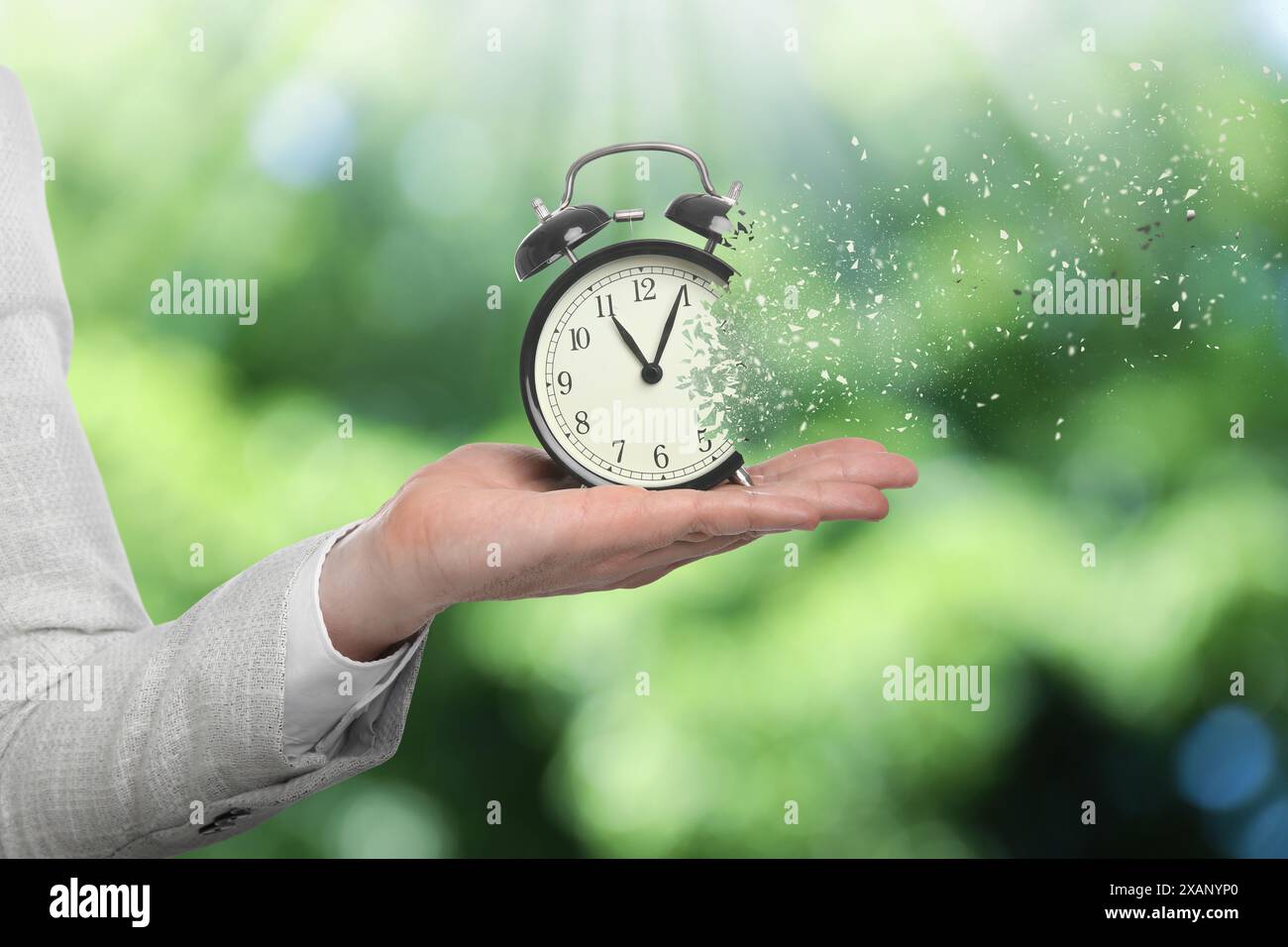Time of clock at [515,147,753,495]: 11:04
